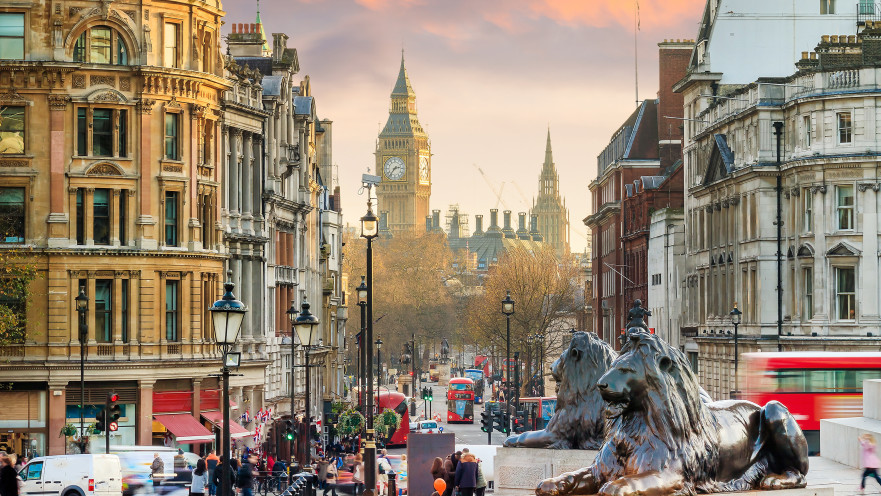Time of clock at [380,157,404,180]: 2:36
